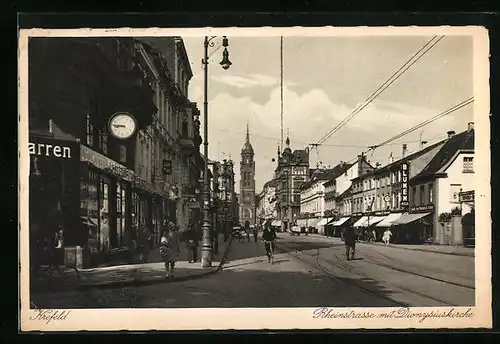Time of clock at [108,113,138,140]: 8:46
